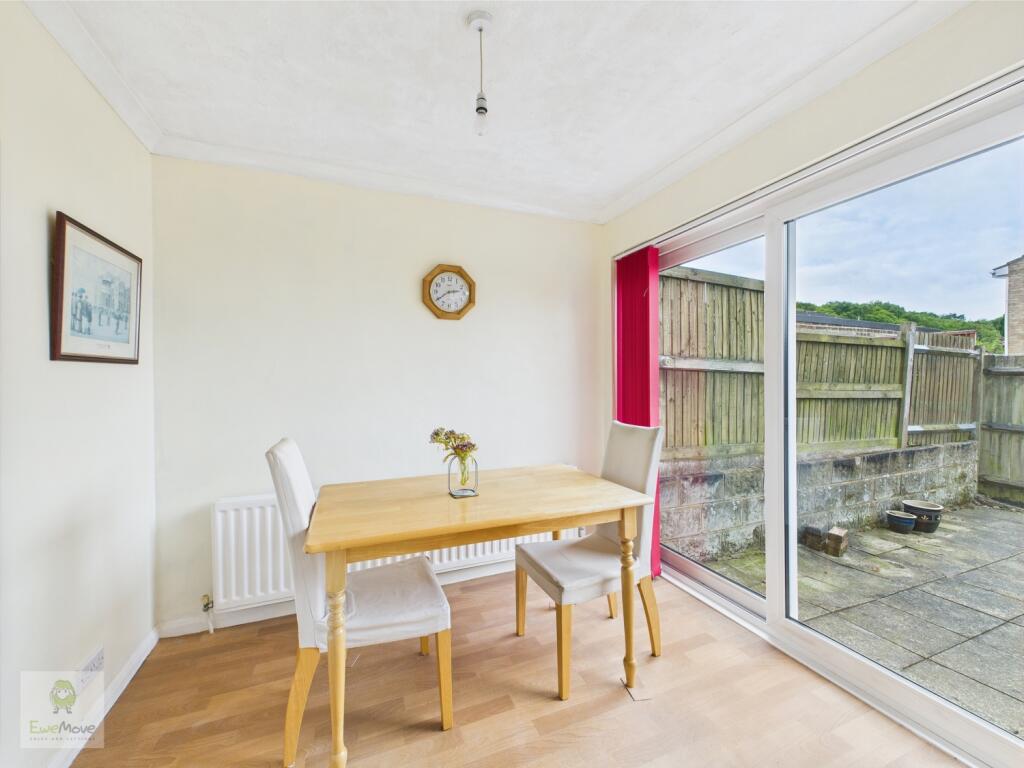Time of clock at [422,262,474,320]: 2:39
